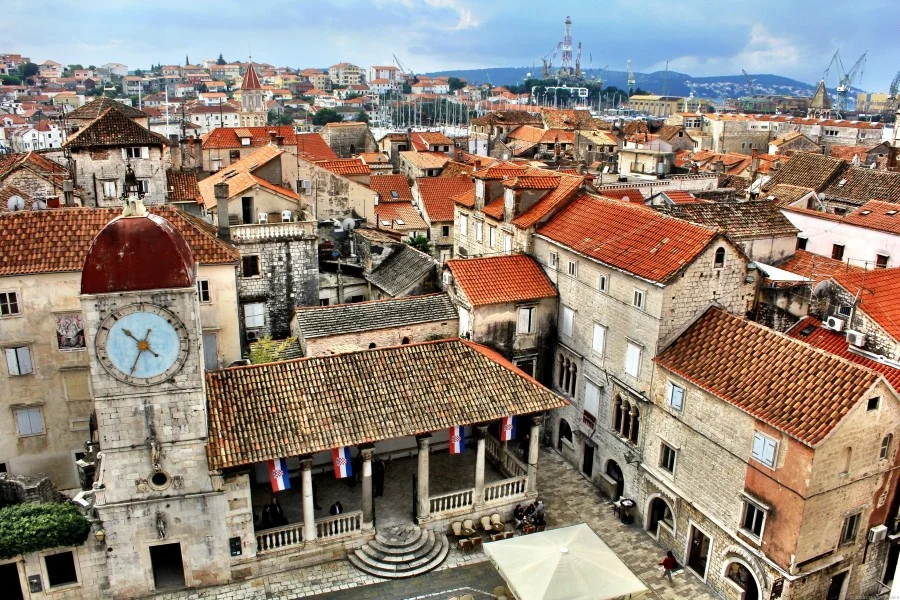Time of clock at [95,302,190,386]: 10:34
